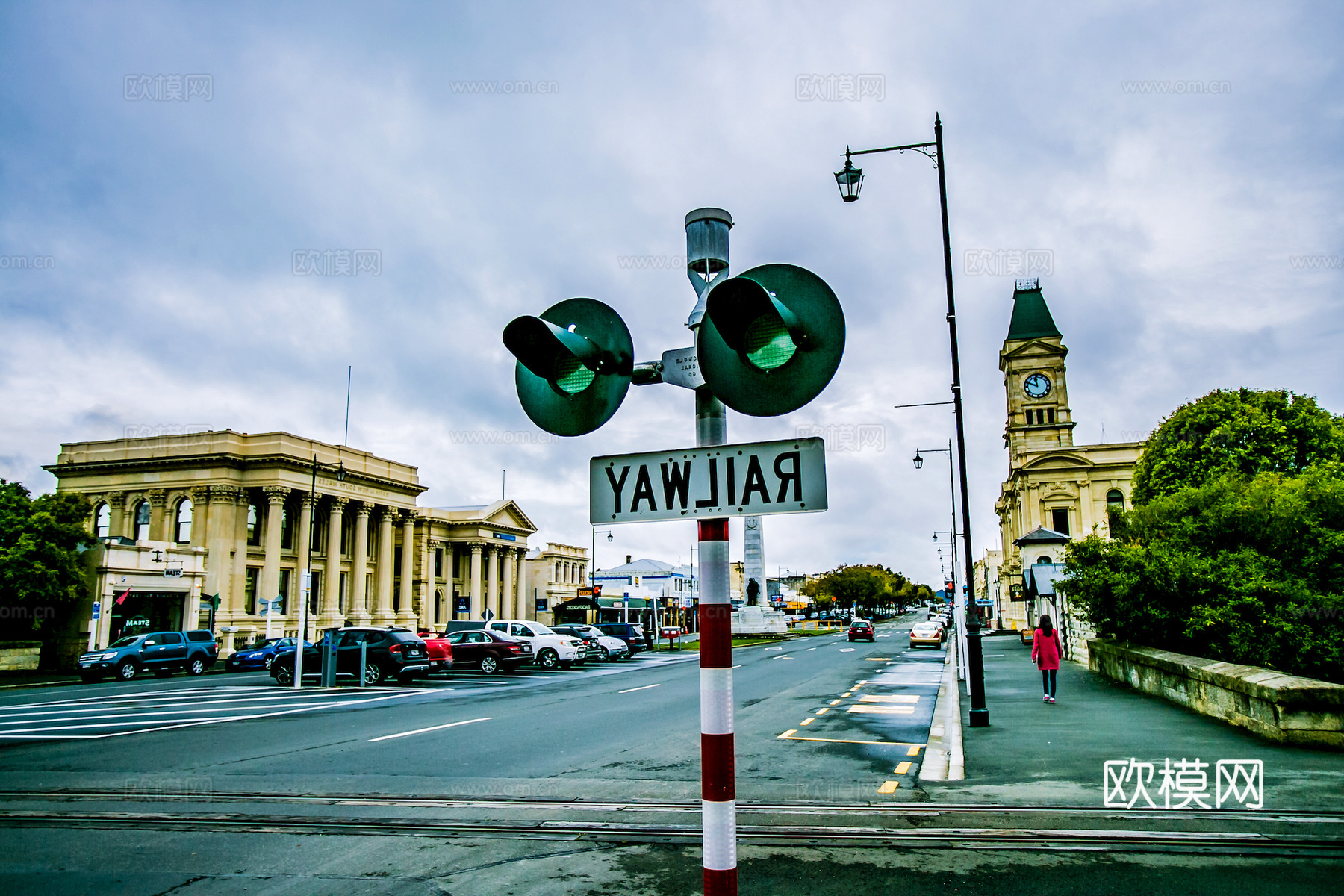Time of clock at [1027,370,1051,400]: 11:48
